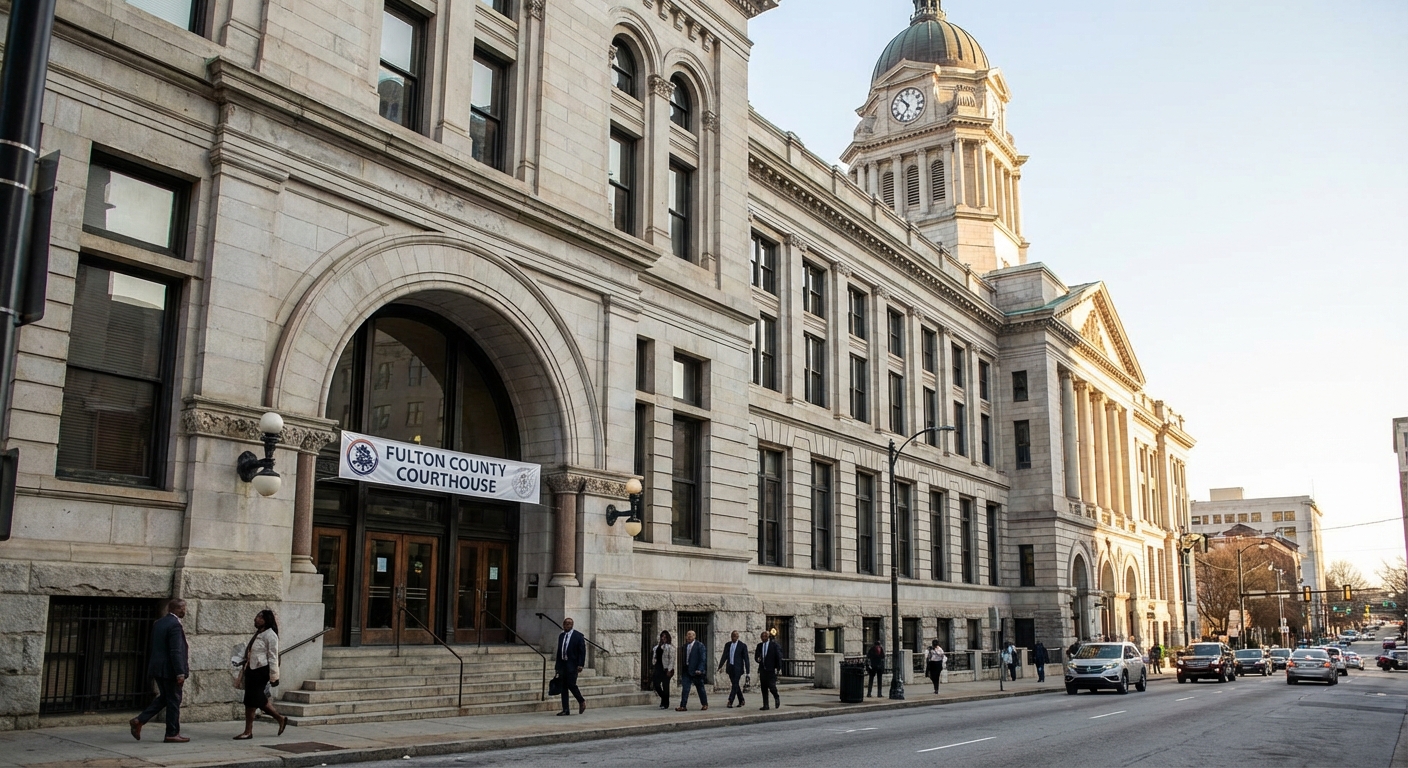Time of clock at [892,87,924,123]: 10:36
